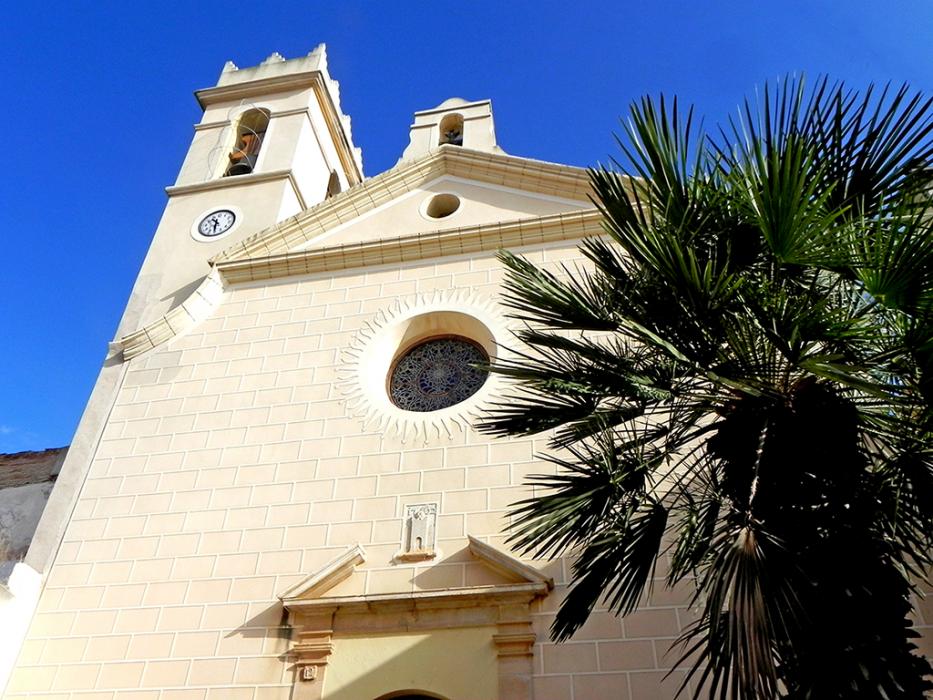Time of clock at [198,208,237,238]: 10:30
